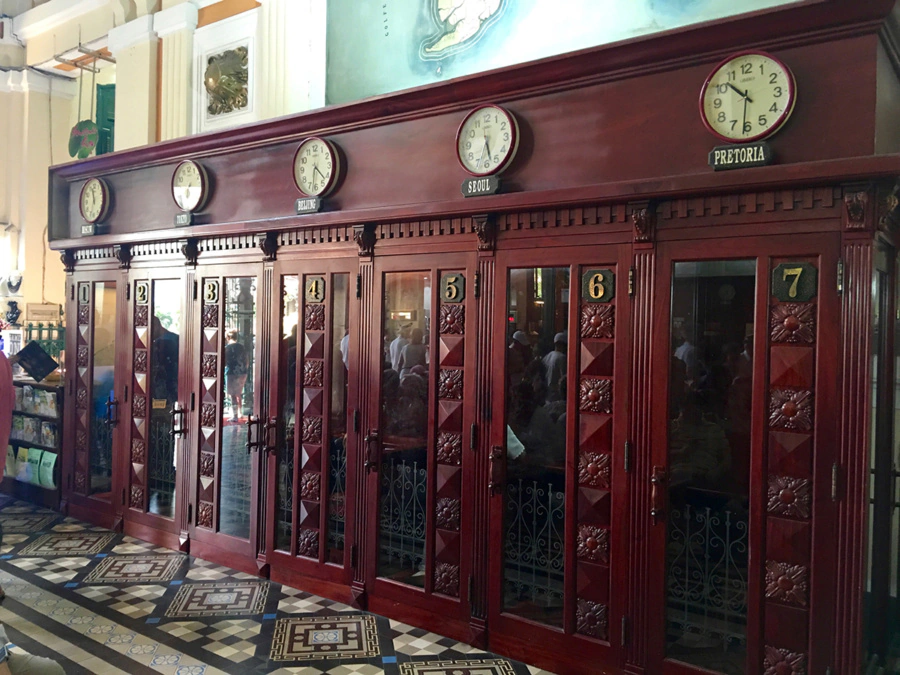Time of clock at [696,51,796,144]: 10:31
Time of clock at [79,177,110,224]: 11:32
